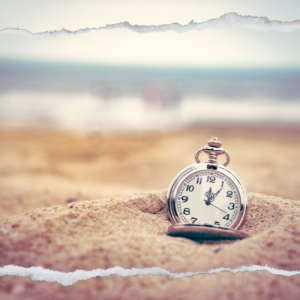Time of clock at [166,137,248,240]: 12:06
